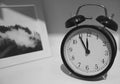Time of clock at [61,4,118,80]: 11:54
